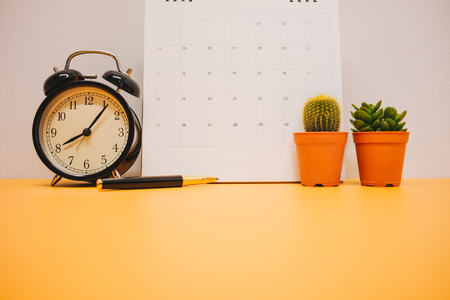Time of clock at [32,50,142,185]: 8:06
